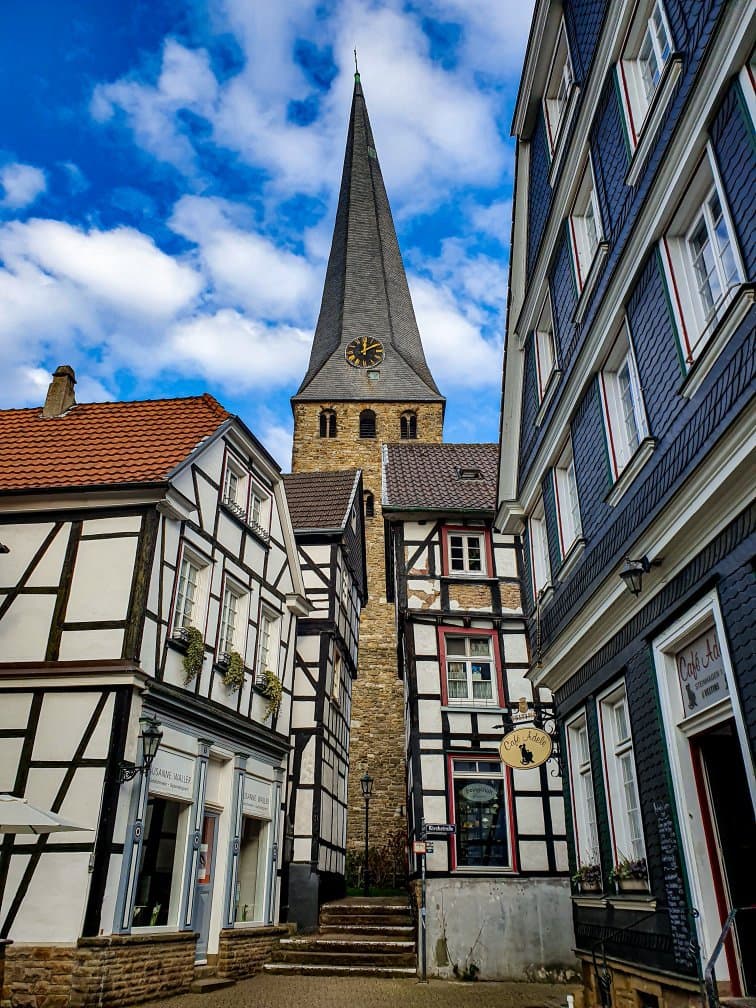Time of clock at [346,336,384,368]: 12:09
